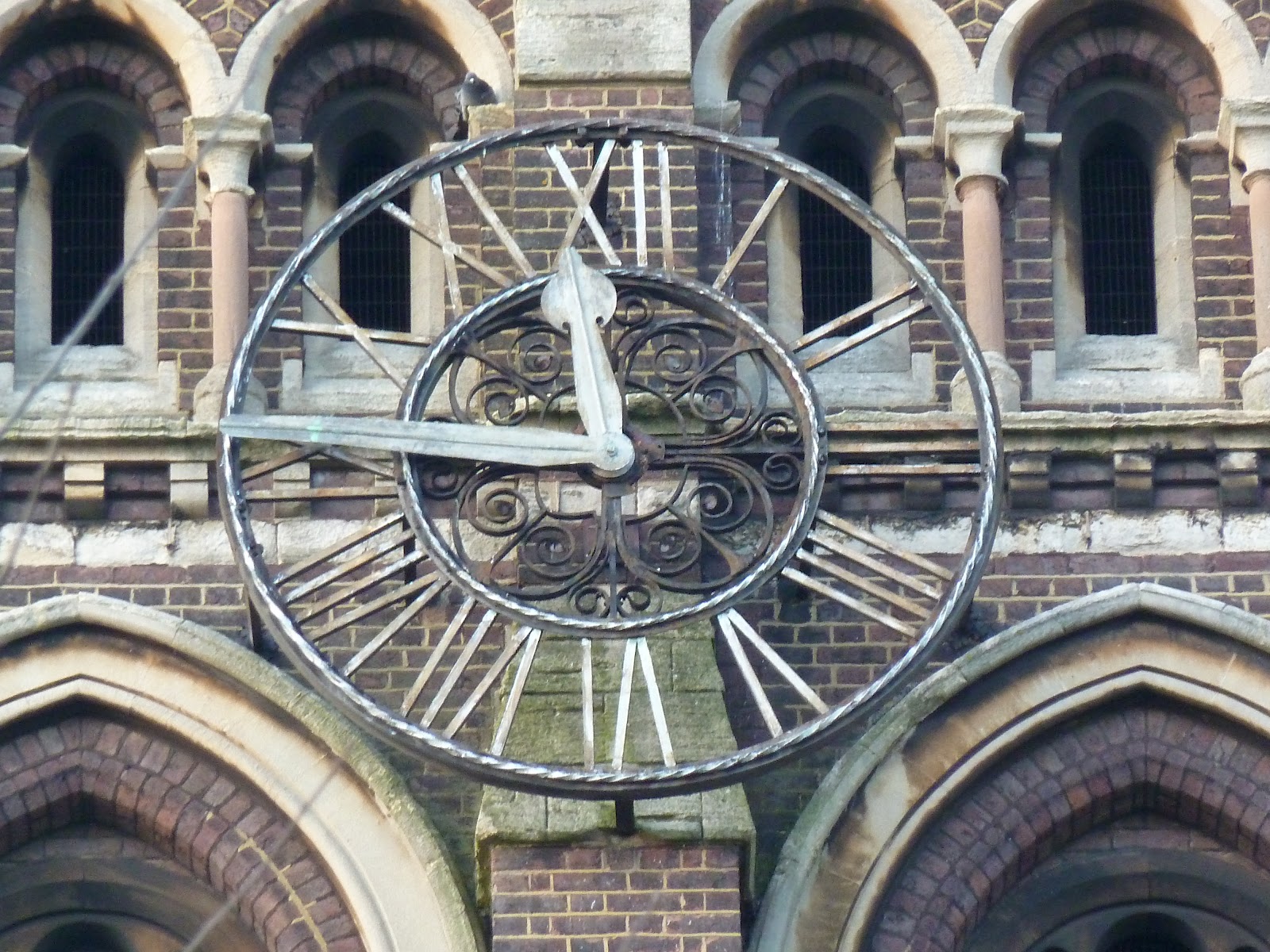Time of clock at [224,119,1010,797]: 11:45
